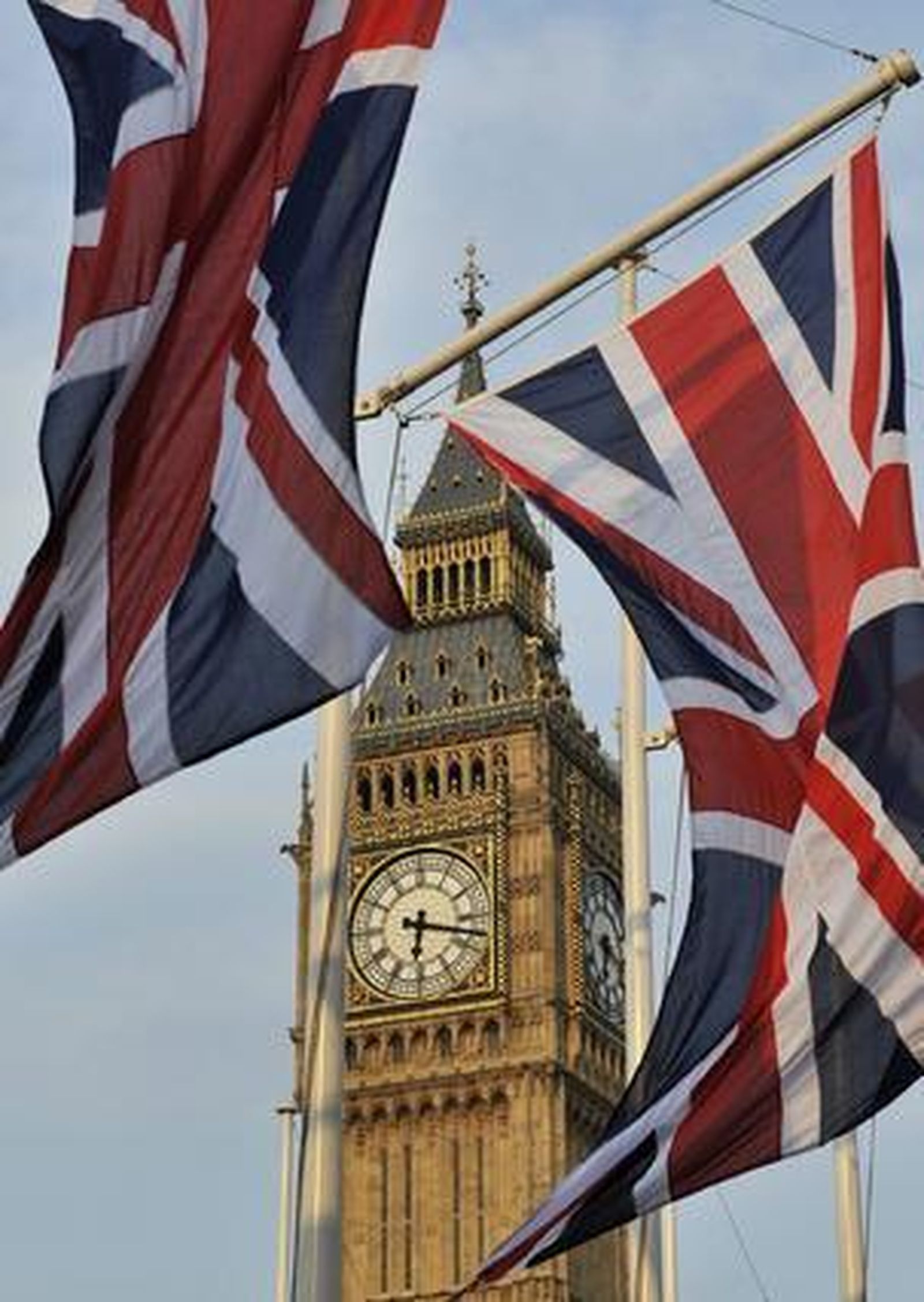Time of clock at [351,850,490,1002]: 6:17
